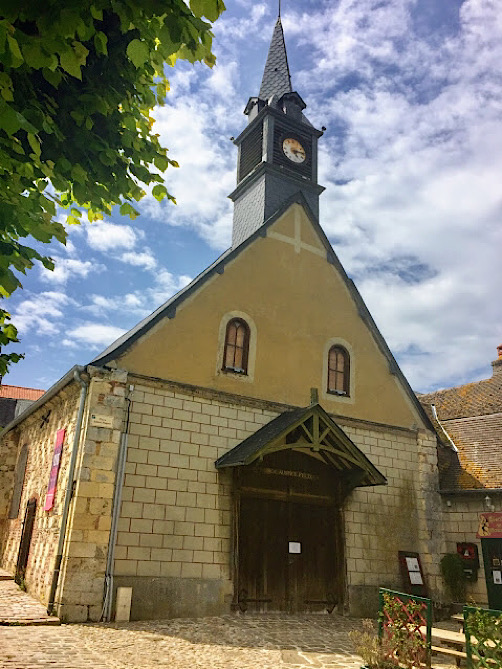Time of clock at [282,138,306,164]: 5:14
